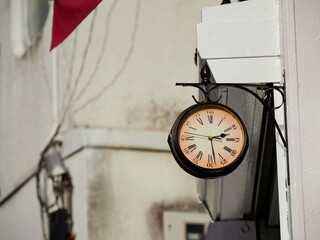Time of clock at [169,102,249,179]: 2:27
